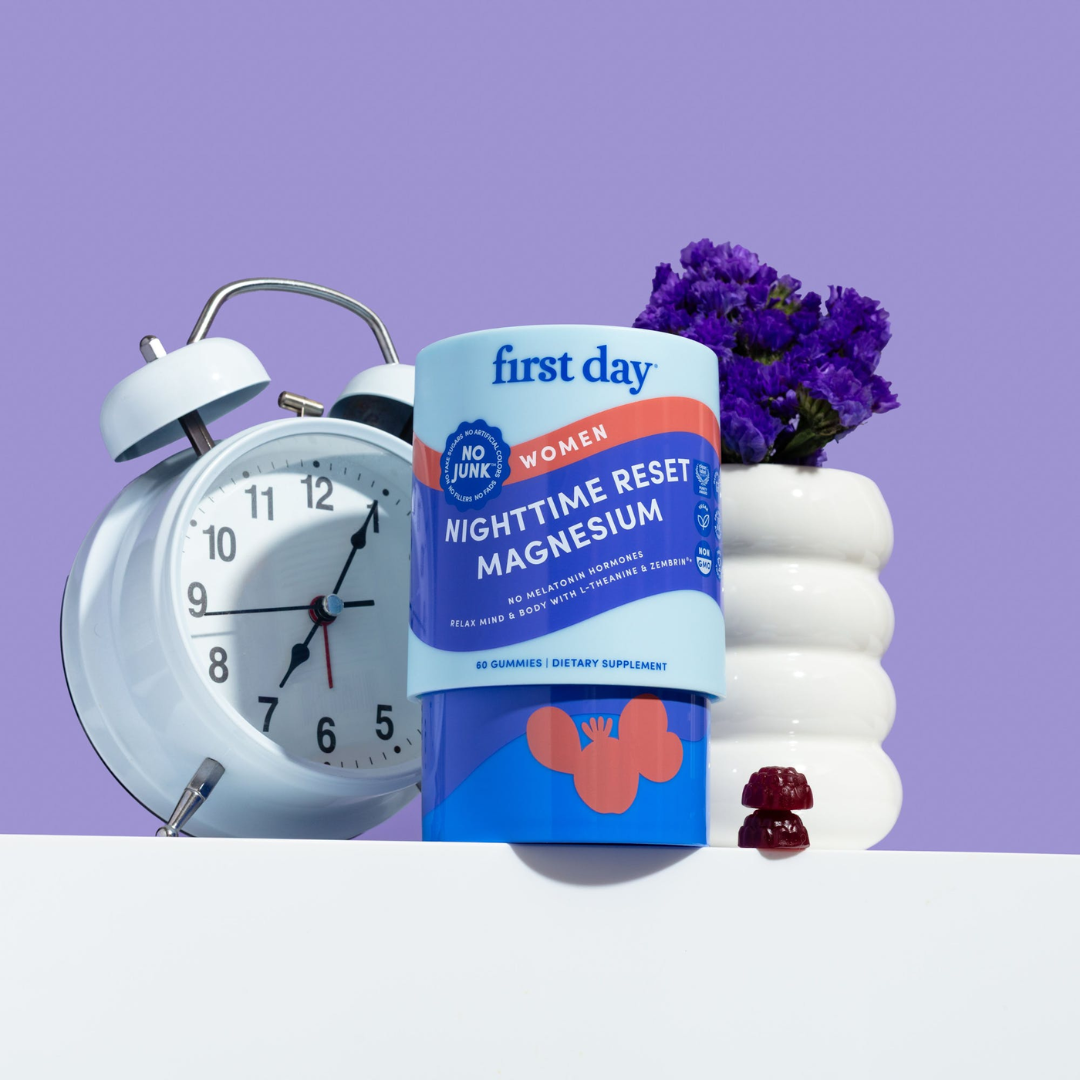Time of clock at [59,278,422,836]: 7:04
